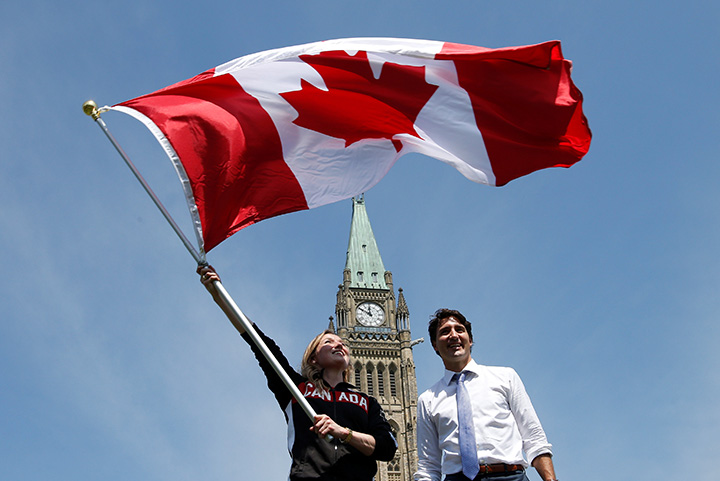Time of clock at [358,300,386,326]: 11:50
